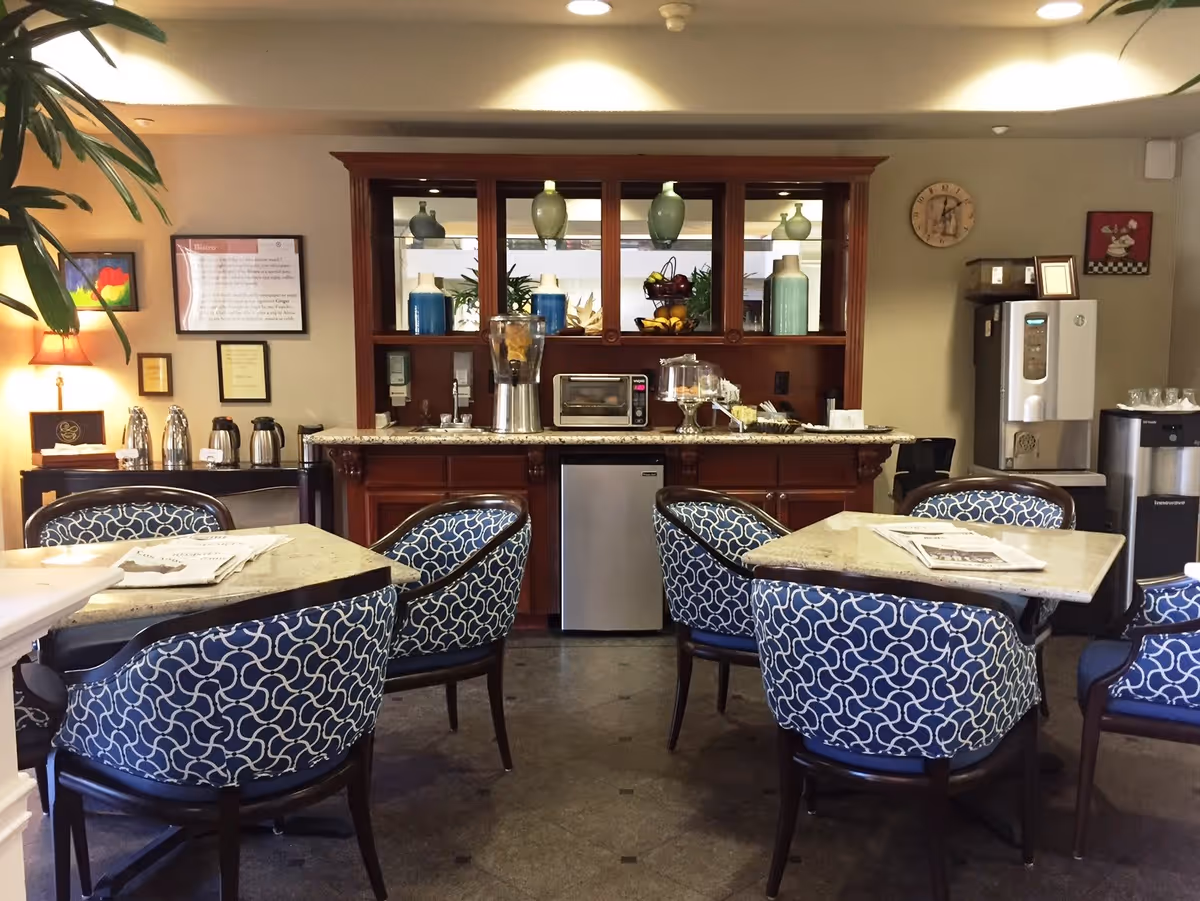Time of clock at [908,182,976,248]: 12:09
